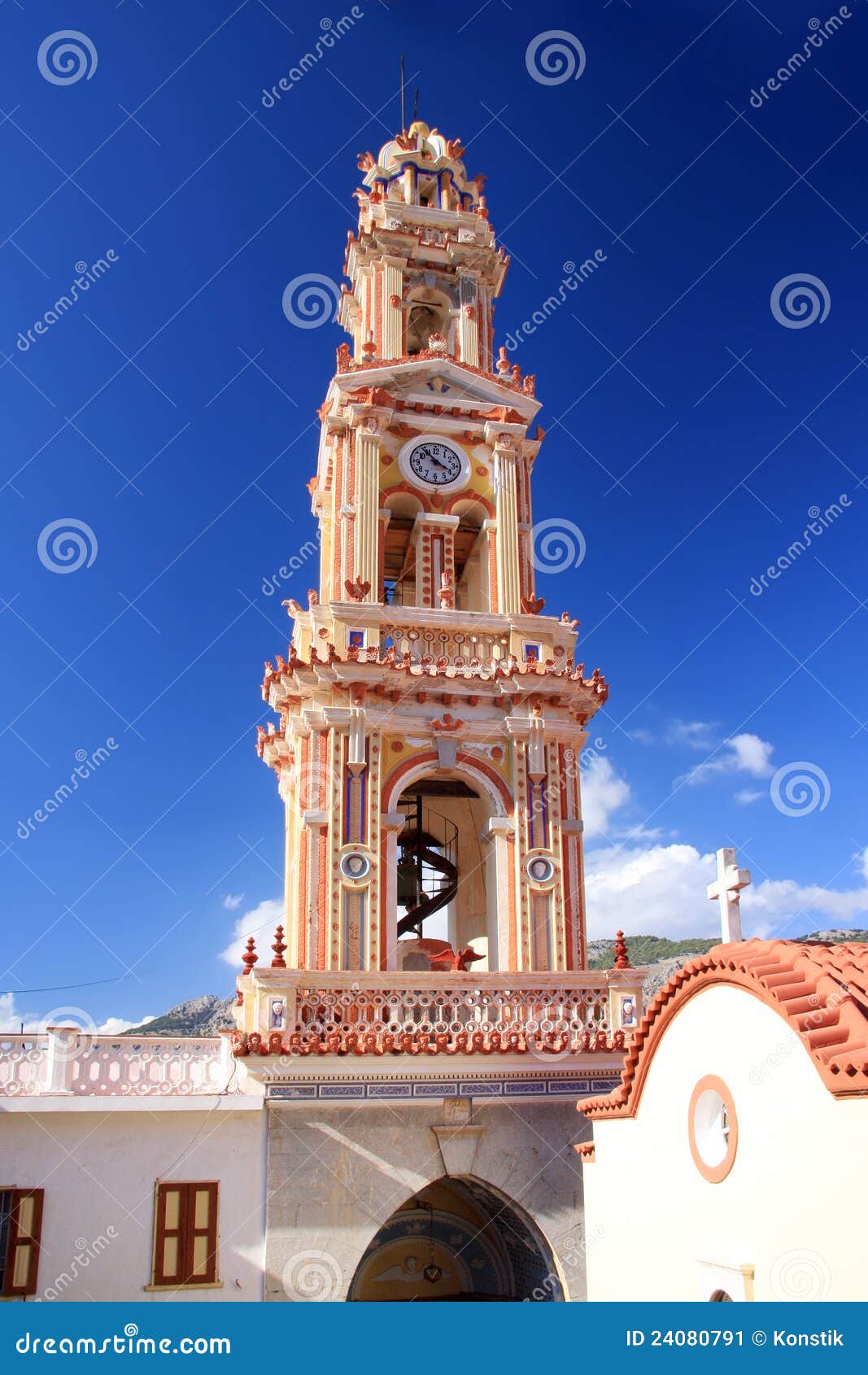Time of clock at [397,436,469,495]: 3:52
